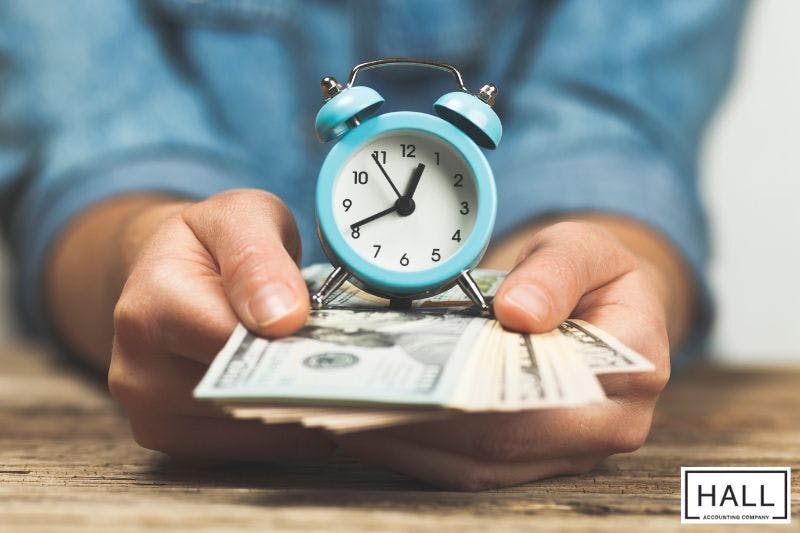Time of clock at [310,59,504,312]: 12:40
